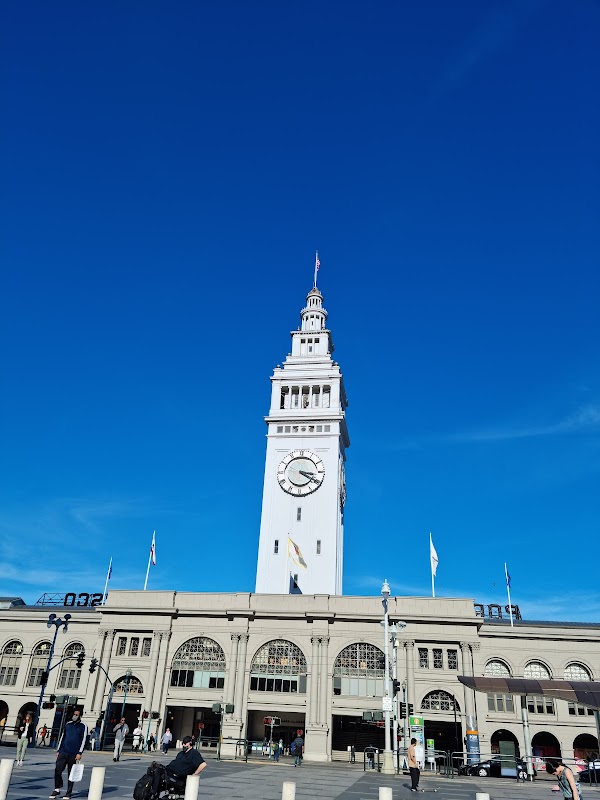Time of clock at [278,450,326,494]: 3:20
